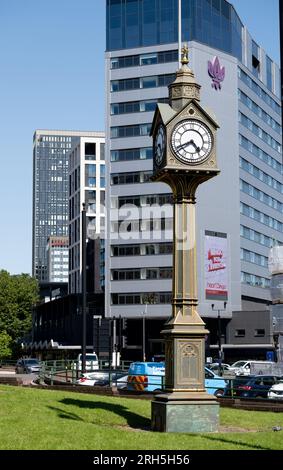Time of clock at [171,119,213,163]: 4:40
